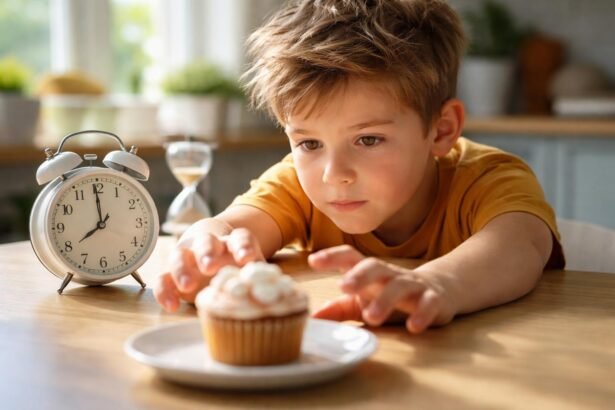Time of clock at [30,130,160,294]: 7:59
